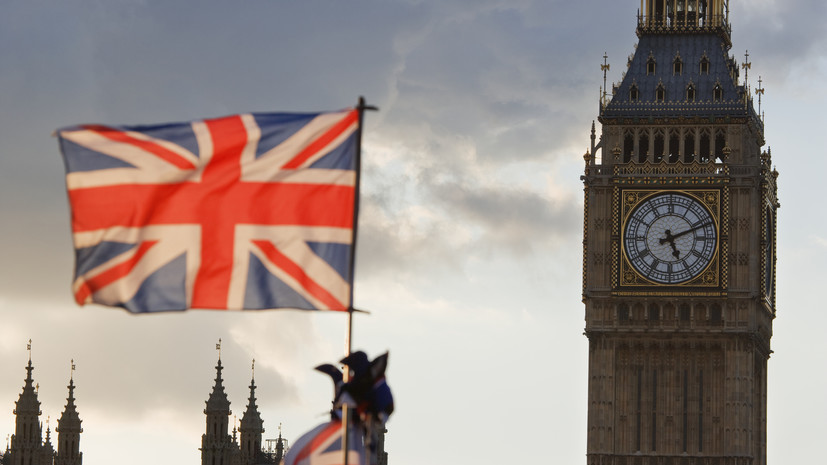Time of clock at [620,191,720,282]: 5:11
